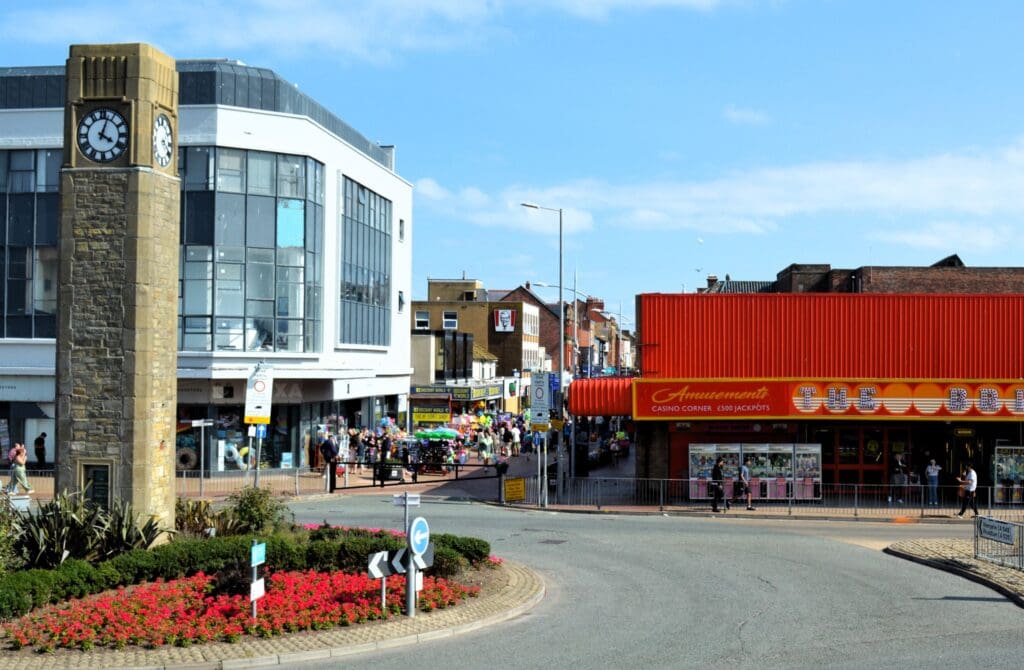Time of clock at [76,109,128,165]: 4:03
